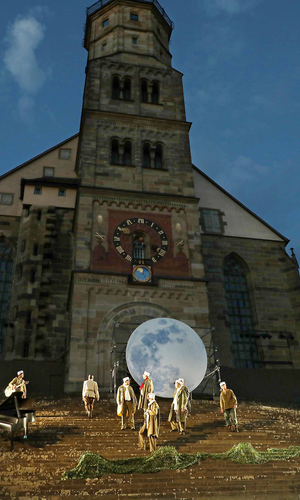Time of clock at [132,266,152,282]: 12:23
